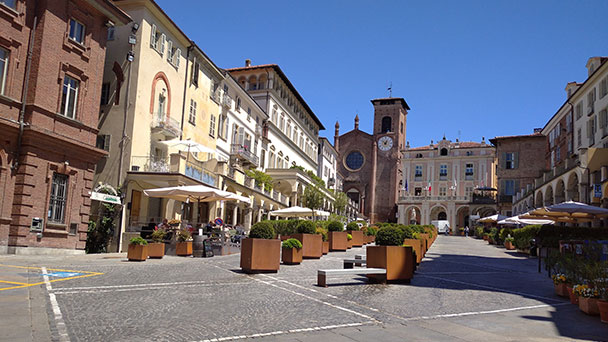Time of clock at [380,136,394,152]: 12:52
